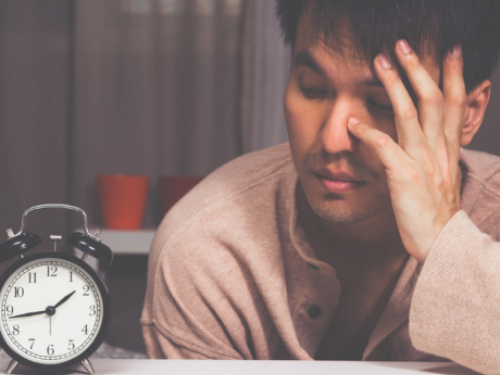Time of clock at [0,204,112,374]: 1:43
